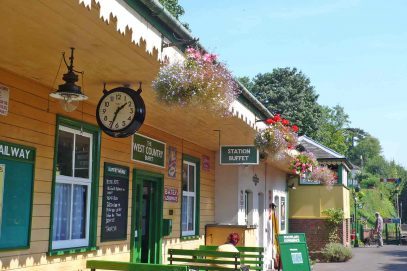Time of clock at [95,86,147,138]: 1:33
